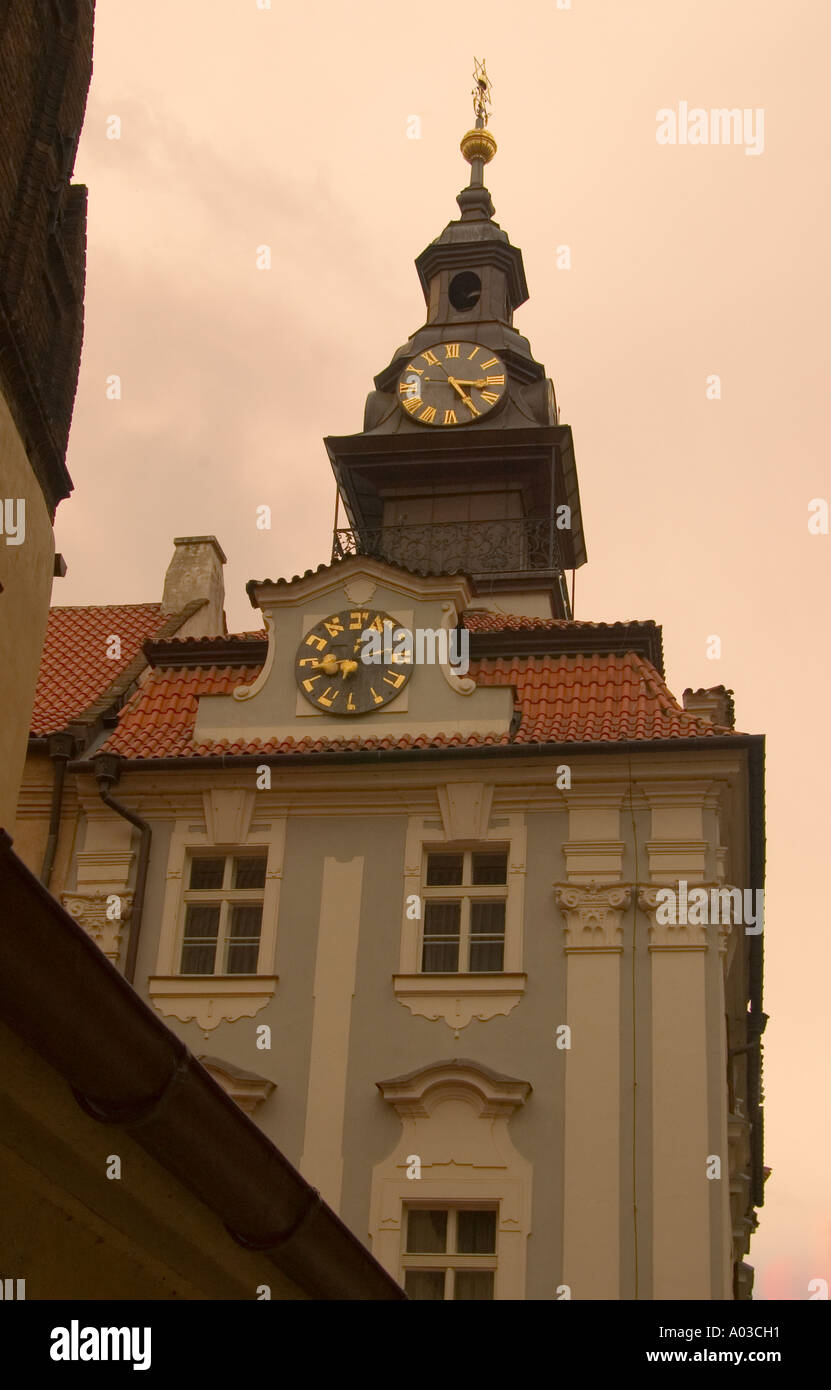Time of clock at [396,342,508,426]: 3:24
